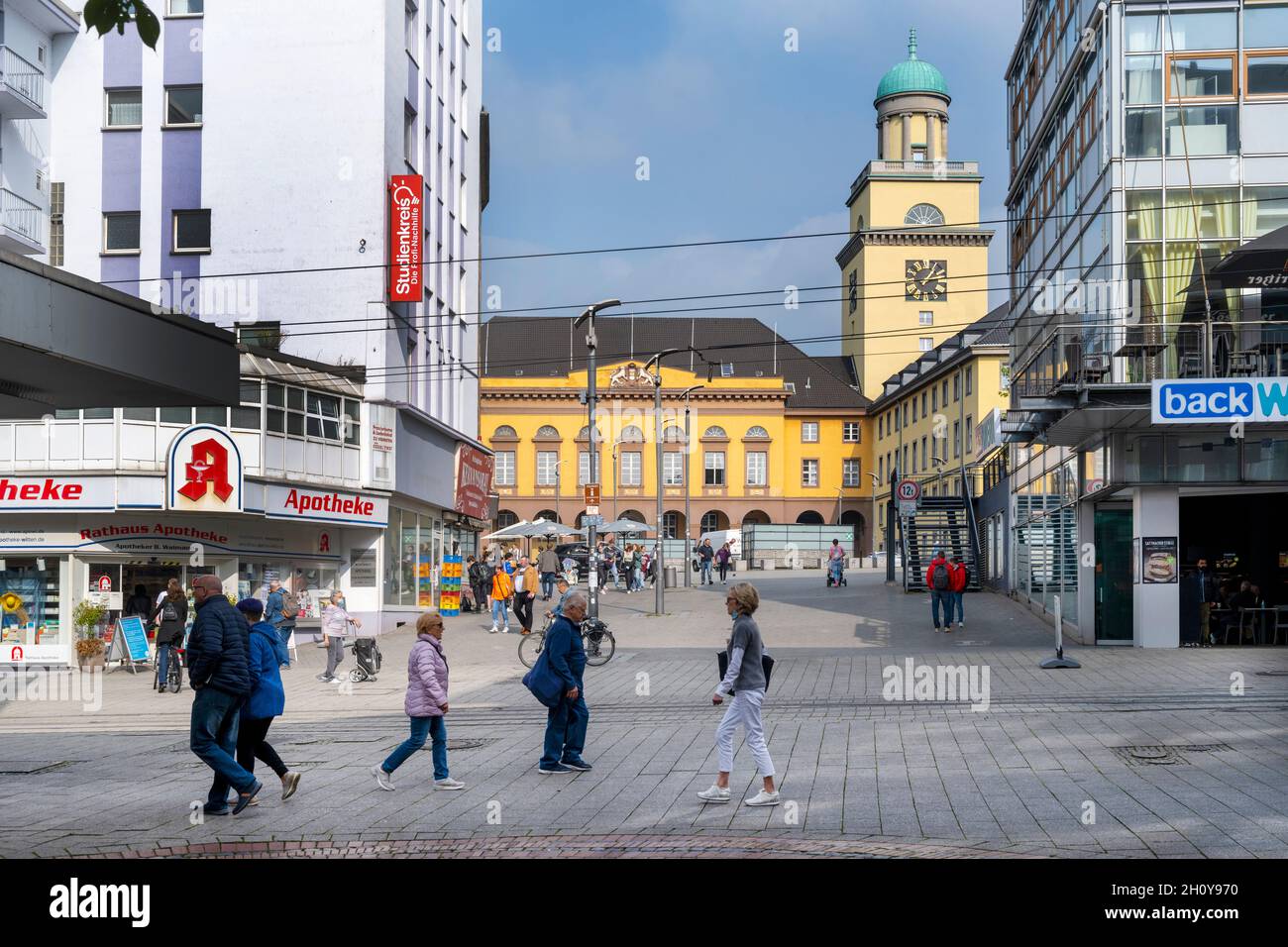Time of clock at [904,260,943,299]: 1:13
